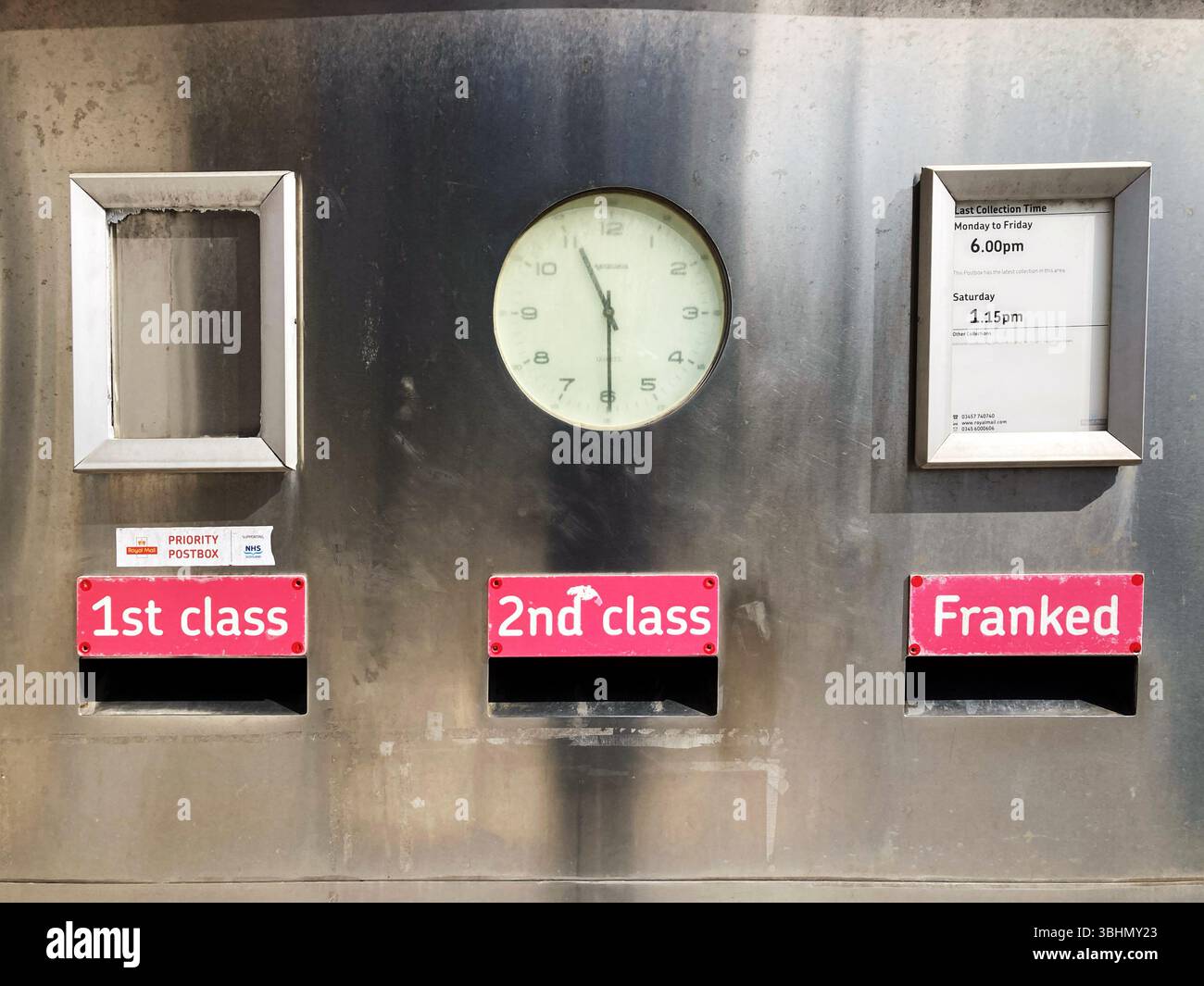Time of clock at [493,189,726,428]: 5:55
